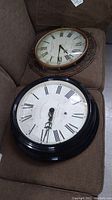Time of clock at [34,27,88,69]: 4:30
